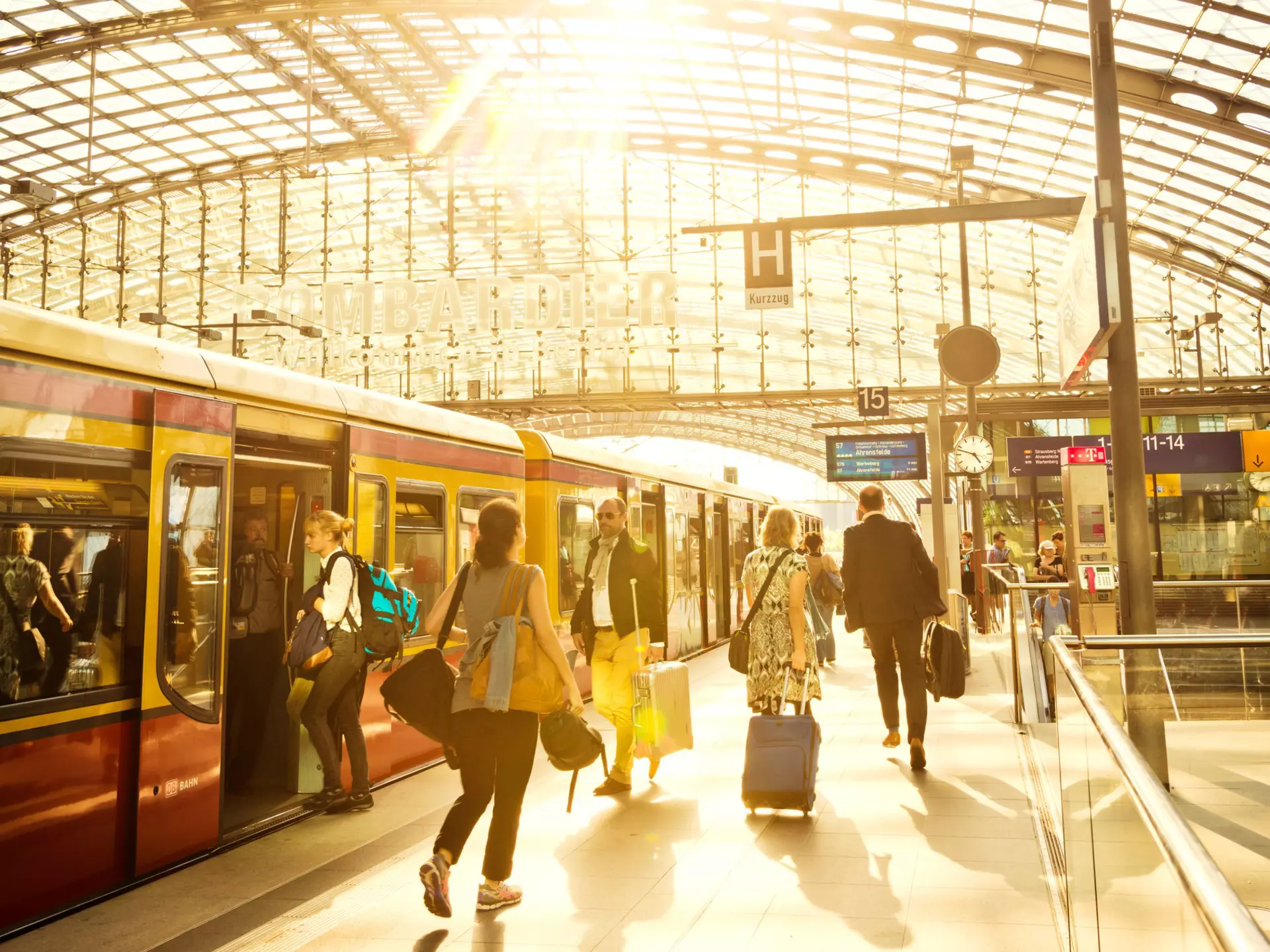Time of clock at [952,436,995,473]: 4:47
